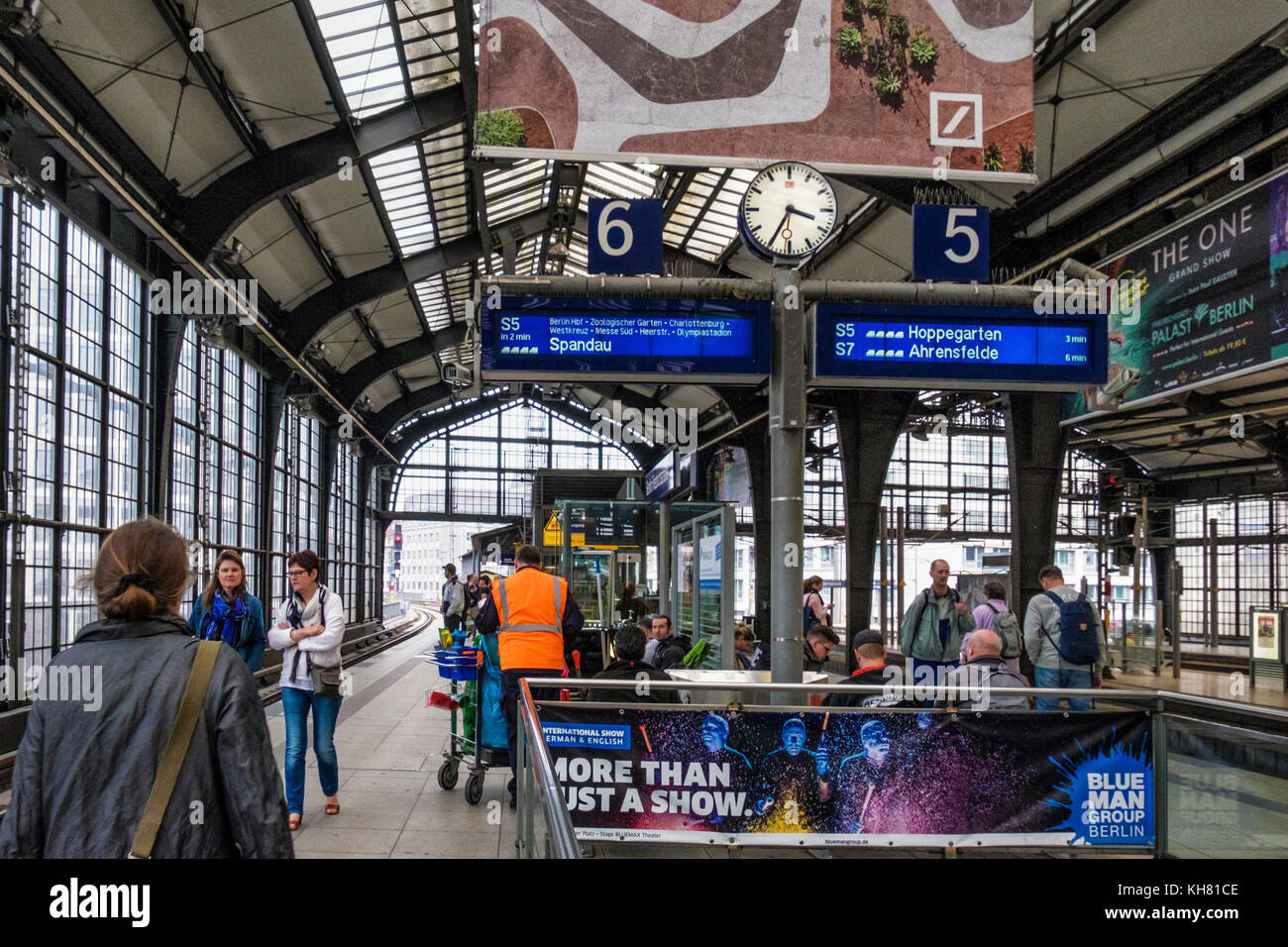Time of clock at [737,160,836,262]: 3:34
